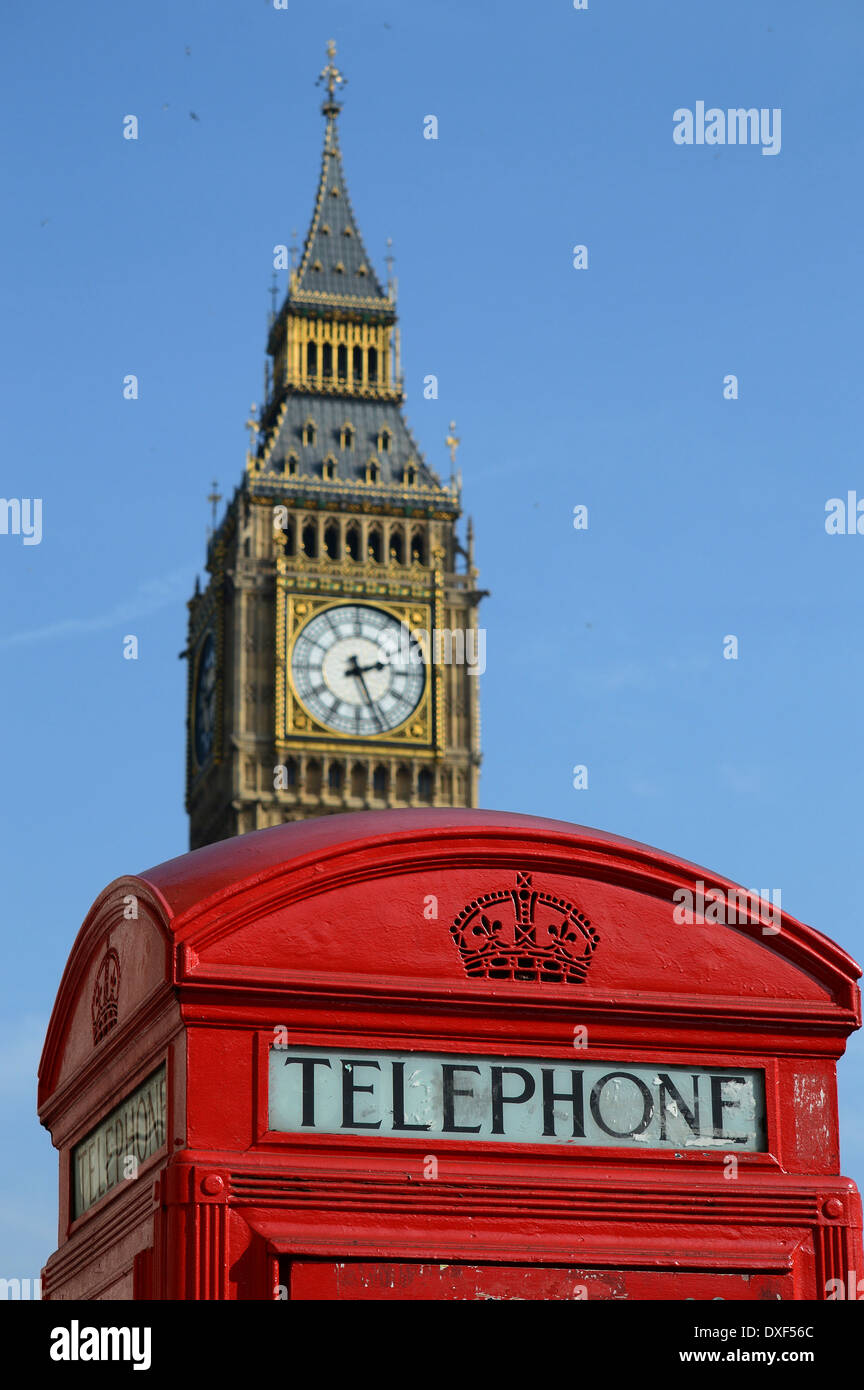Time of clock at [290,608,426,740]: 2:26
